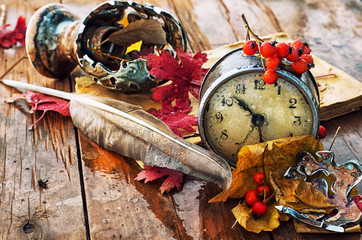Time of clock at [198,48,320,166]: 10:28
